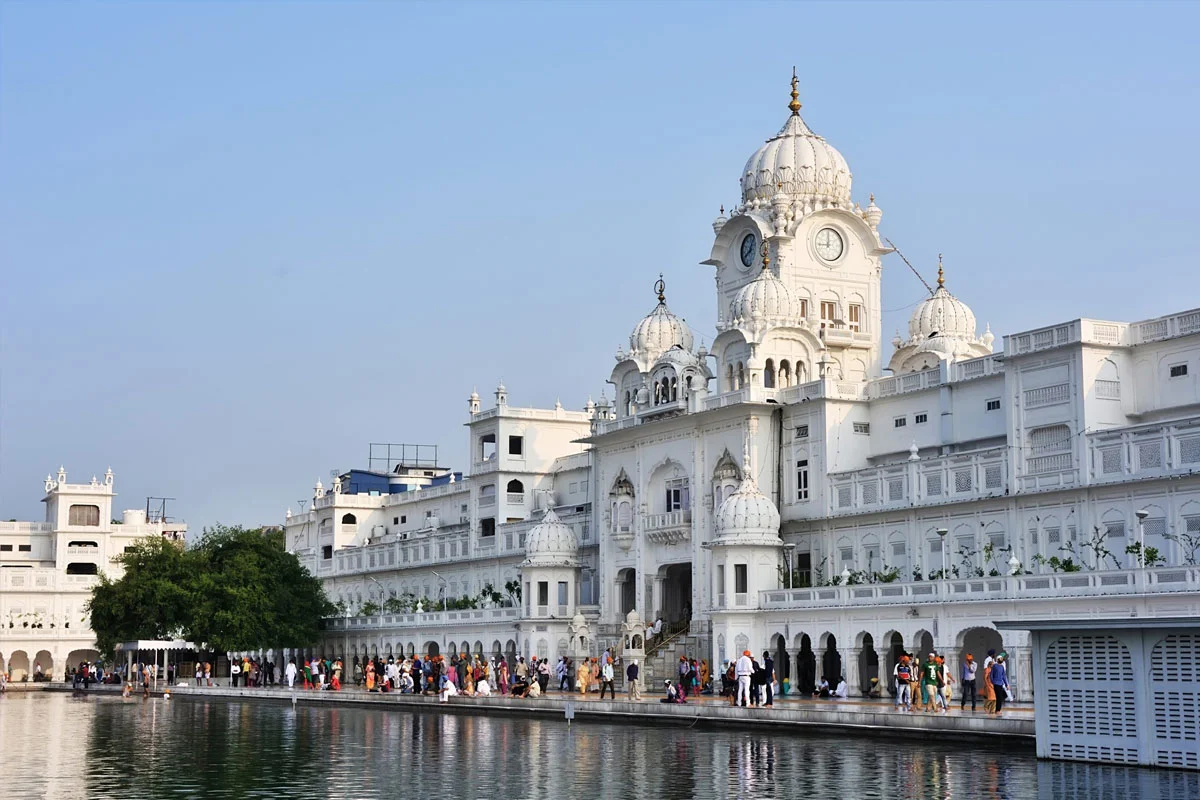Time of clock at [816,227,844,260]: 9:00
